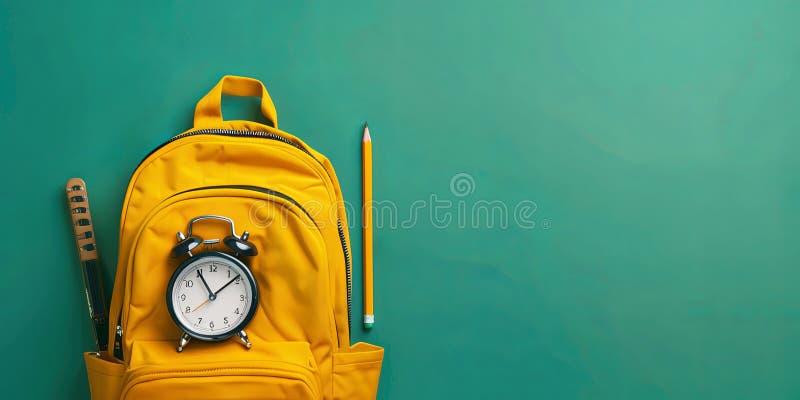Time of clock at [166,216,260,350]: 11:08
